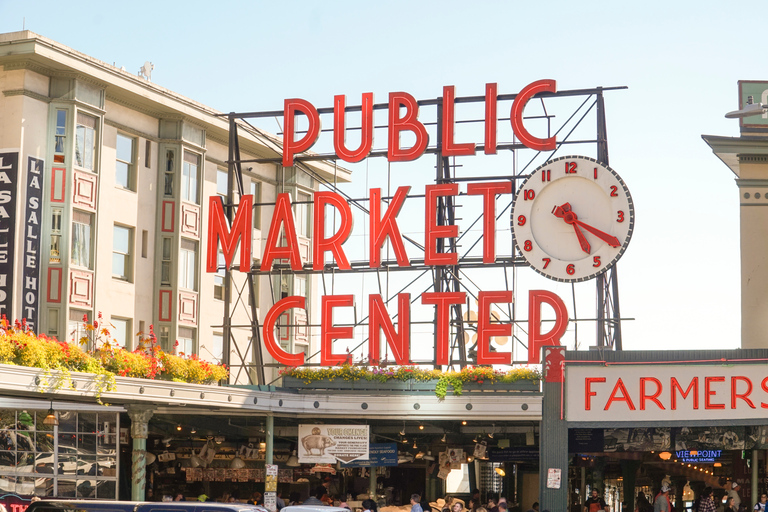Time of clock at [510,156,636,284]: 5:19
